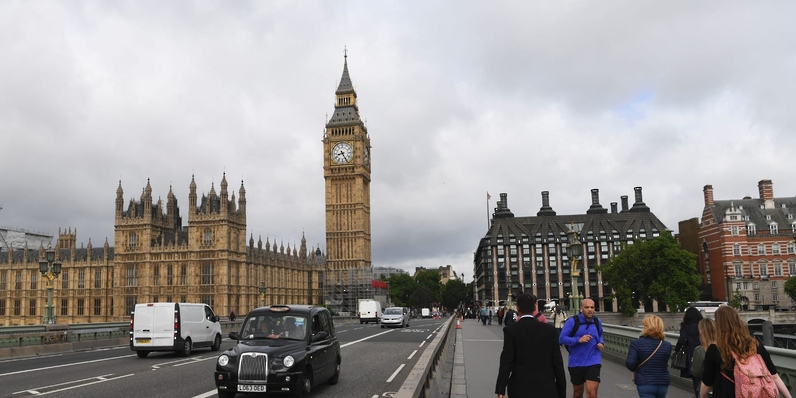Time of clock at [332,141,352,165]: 8:25
